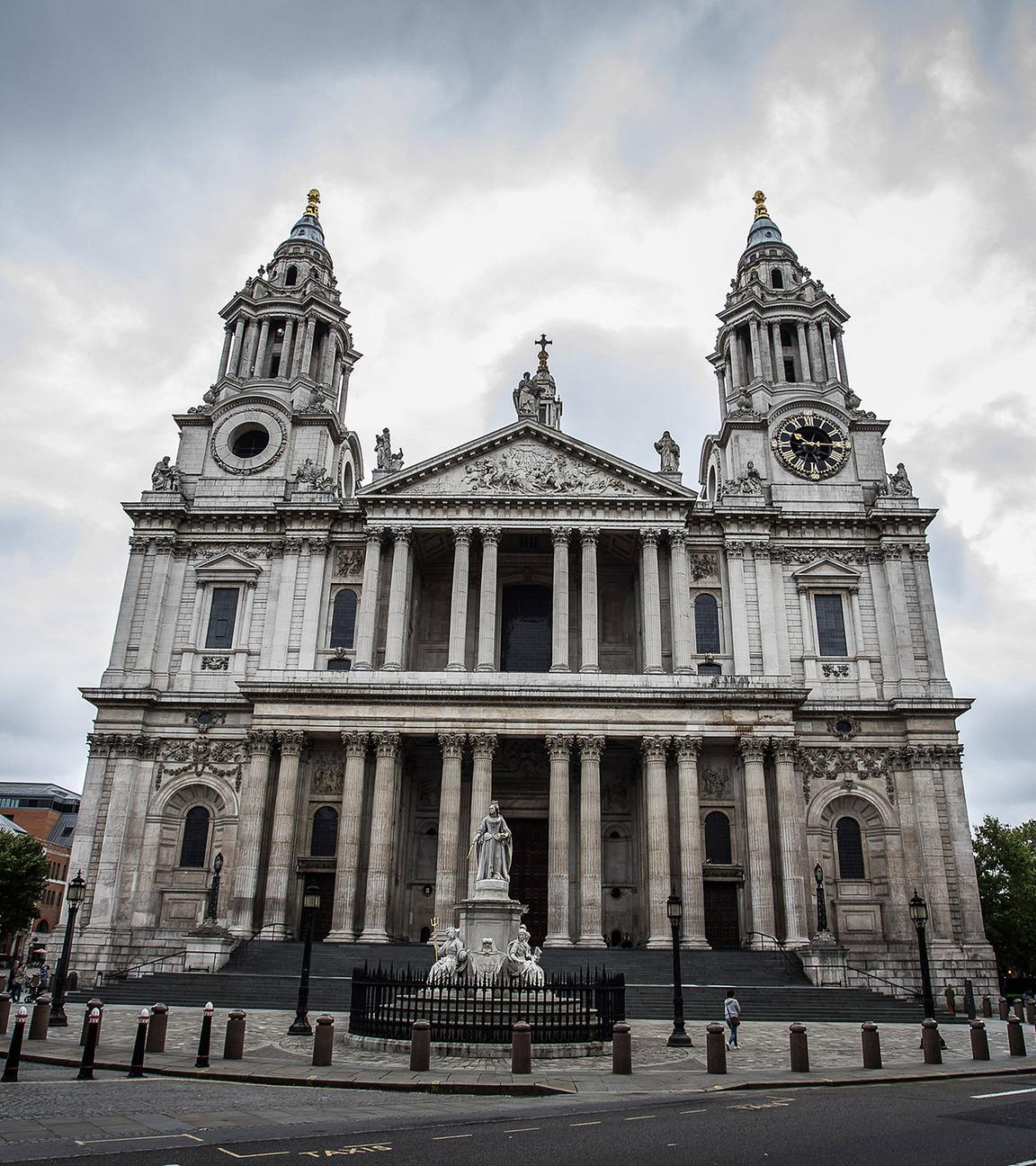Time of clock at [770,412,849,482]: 10:14
